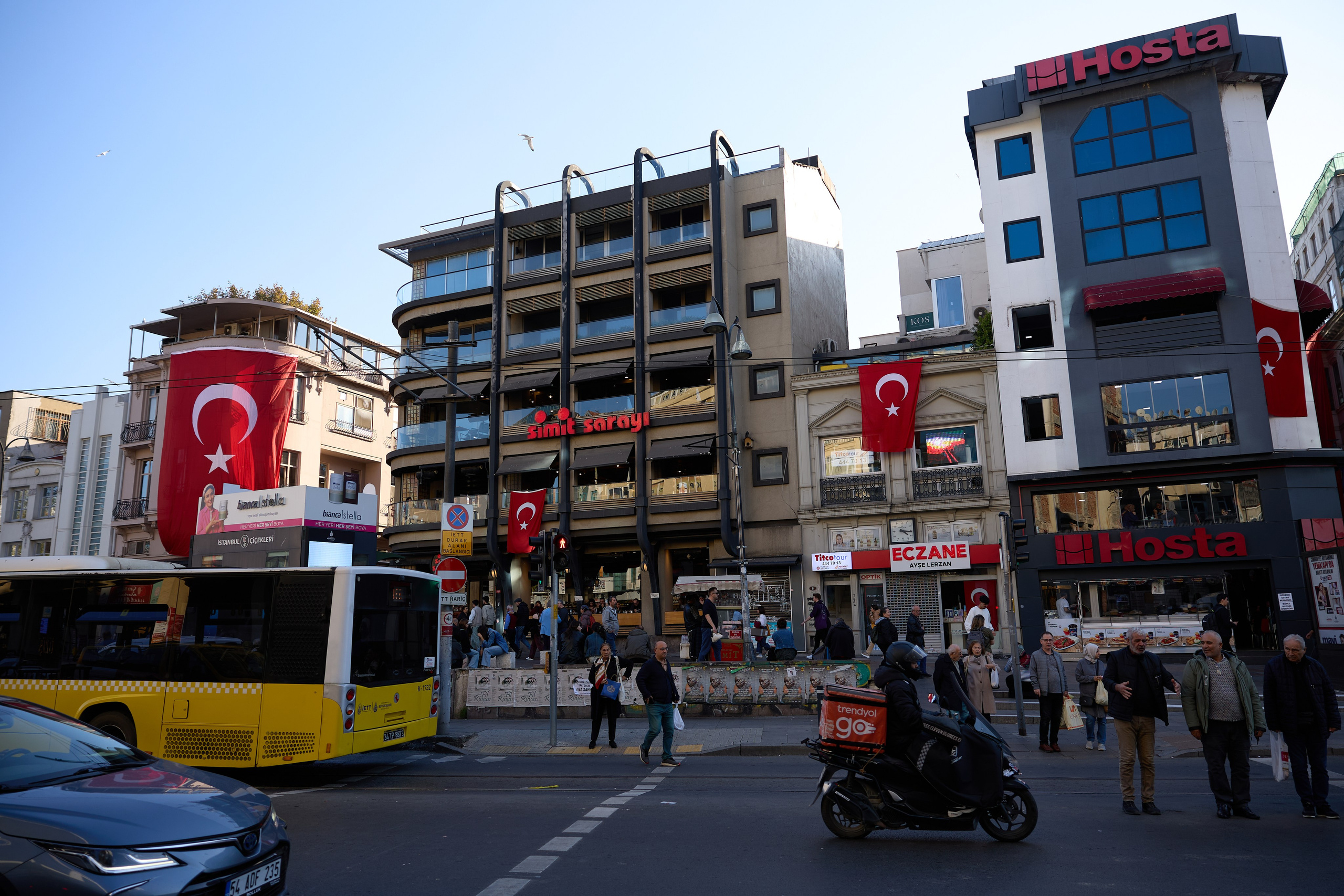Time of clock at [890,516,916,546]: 4:16
